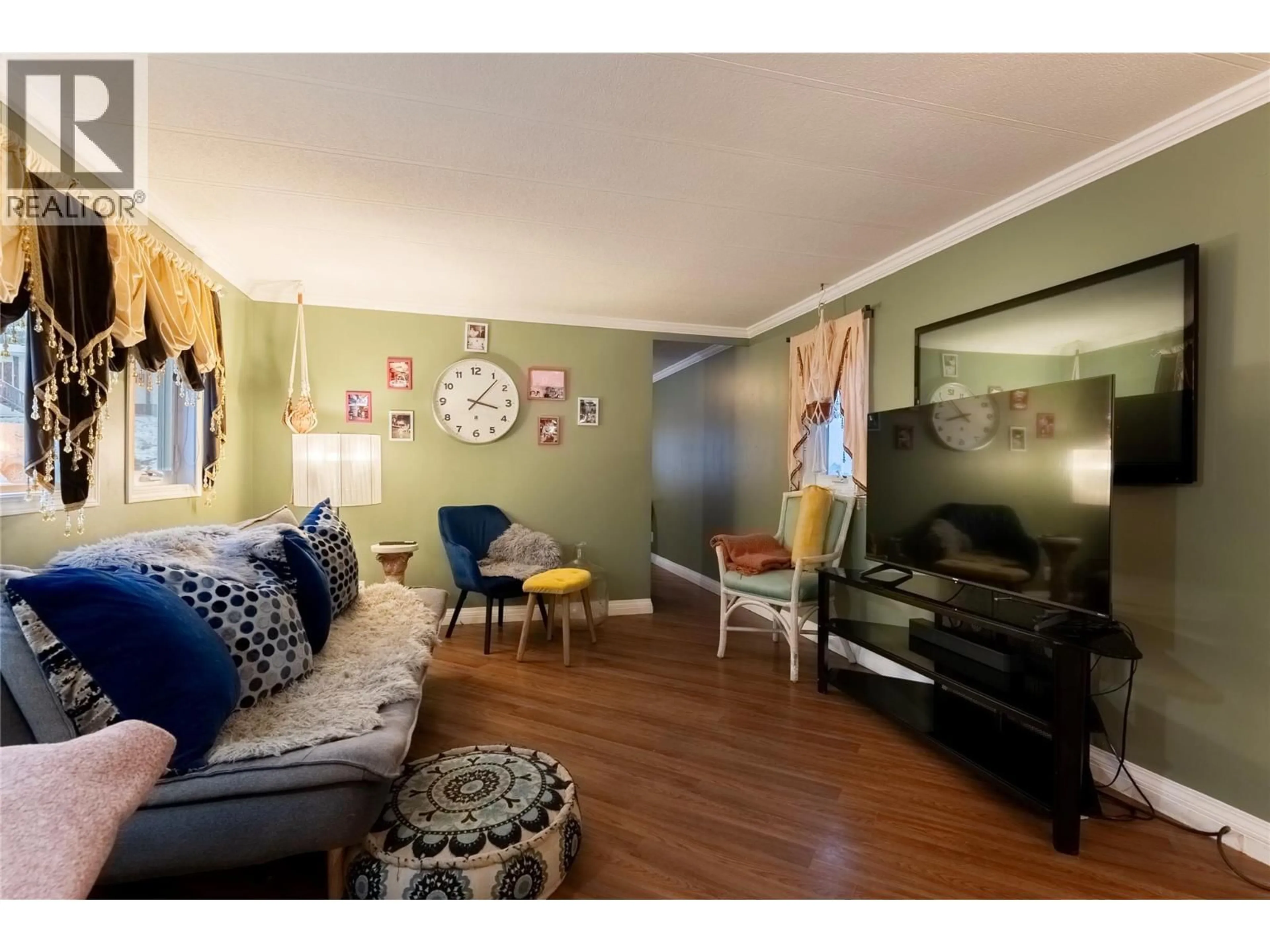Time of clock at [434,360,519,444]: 3:06
